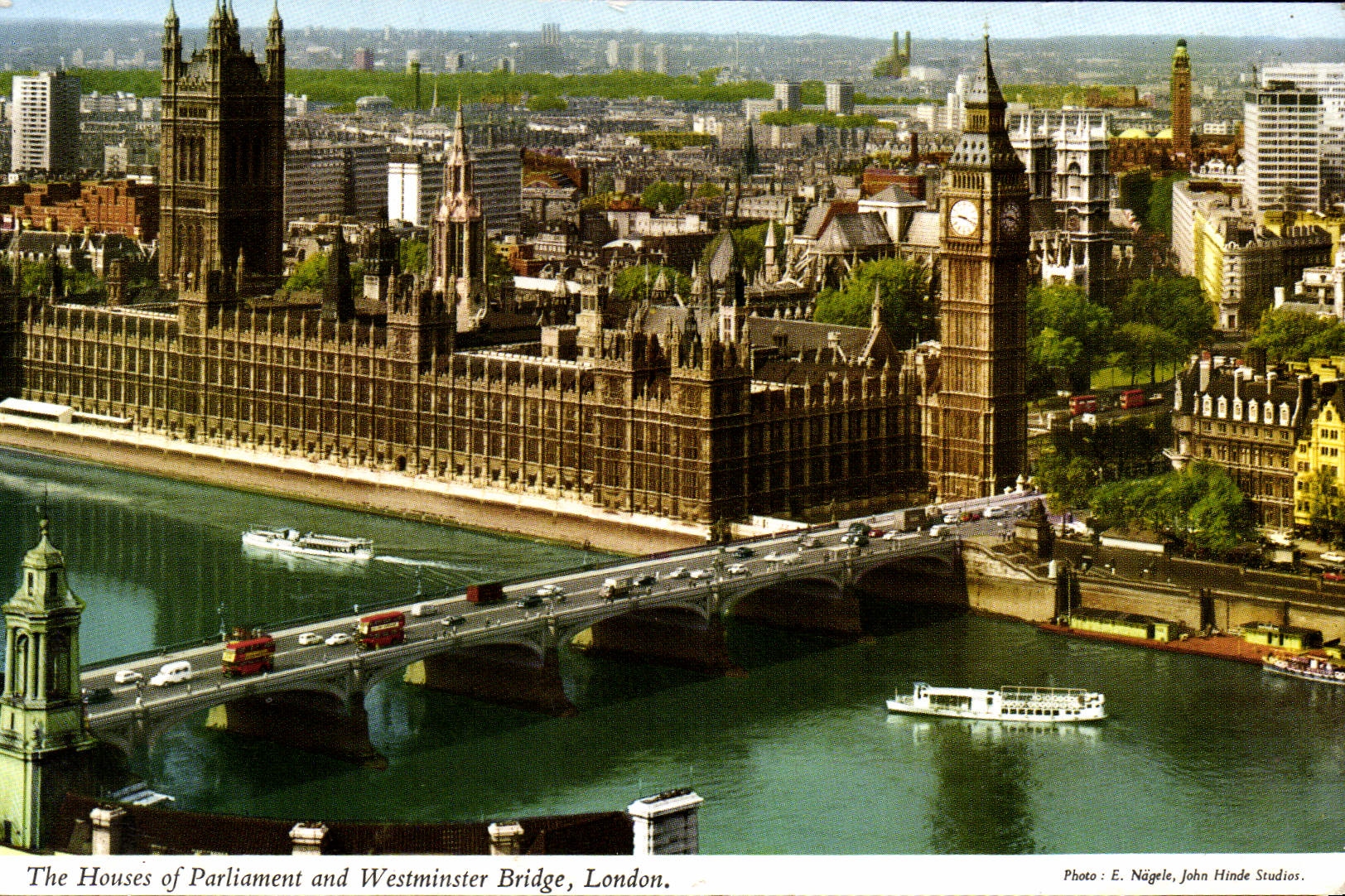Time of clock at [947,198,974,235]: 9:18
